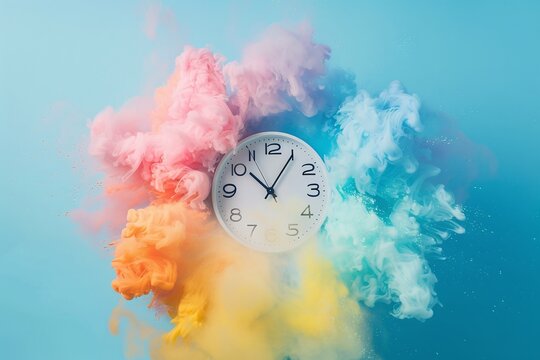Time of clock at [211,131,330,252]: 10:05
